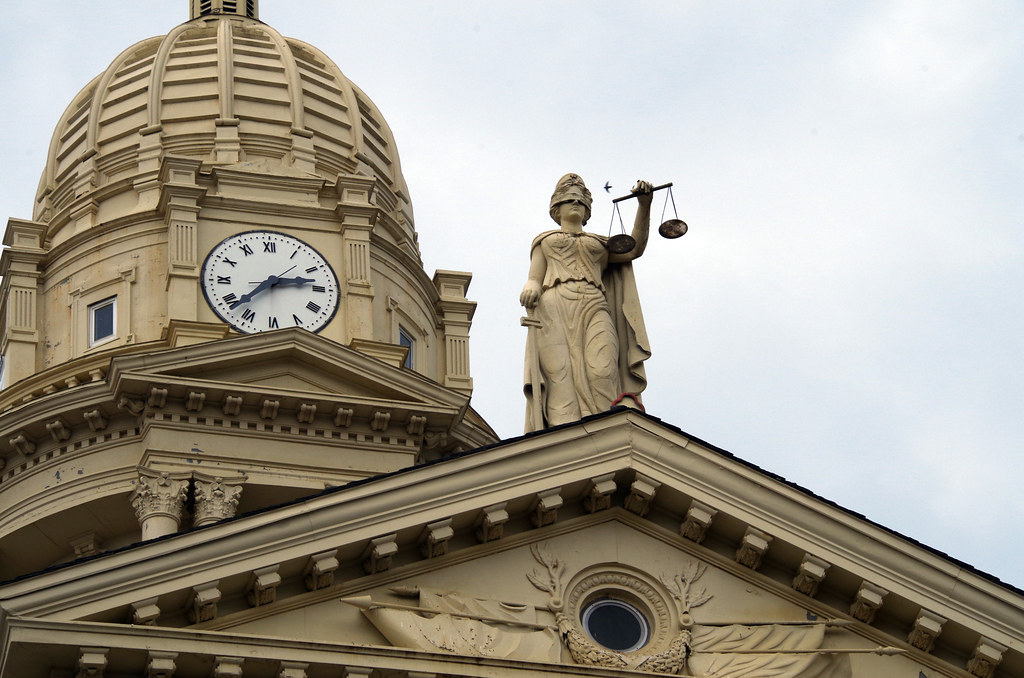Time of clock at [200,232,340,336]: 2:38
